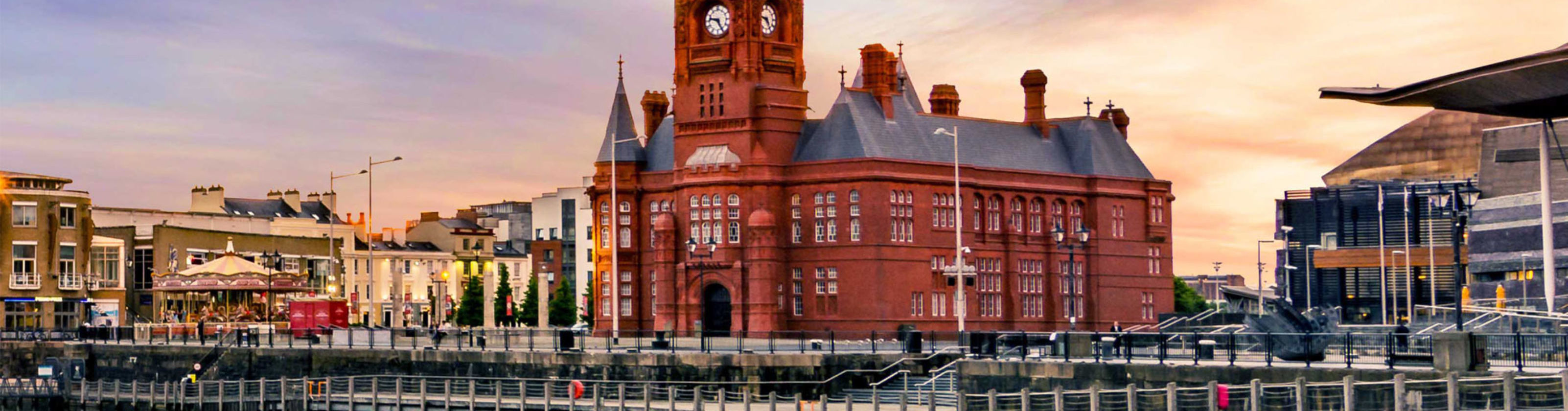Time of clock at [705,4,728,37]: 9:25
